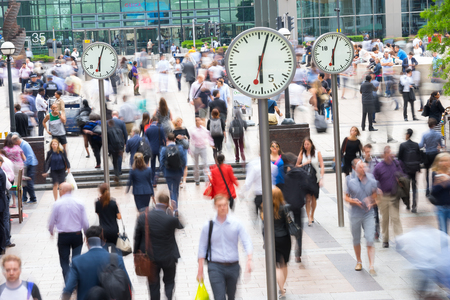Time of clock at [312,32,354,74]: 6:03
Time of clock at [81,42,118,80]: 6:03
